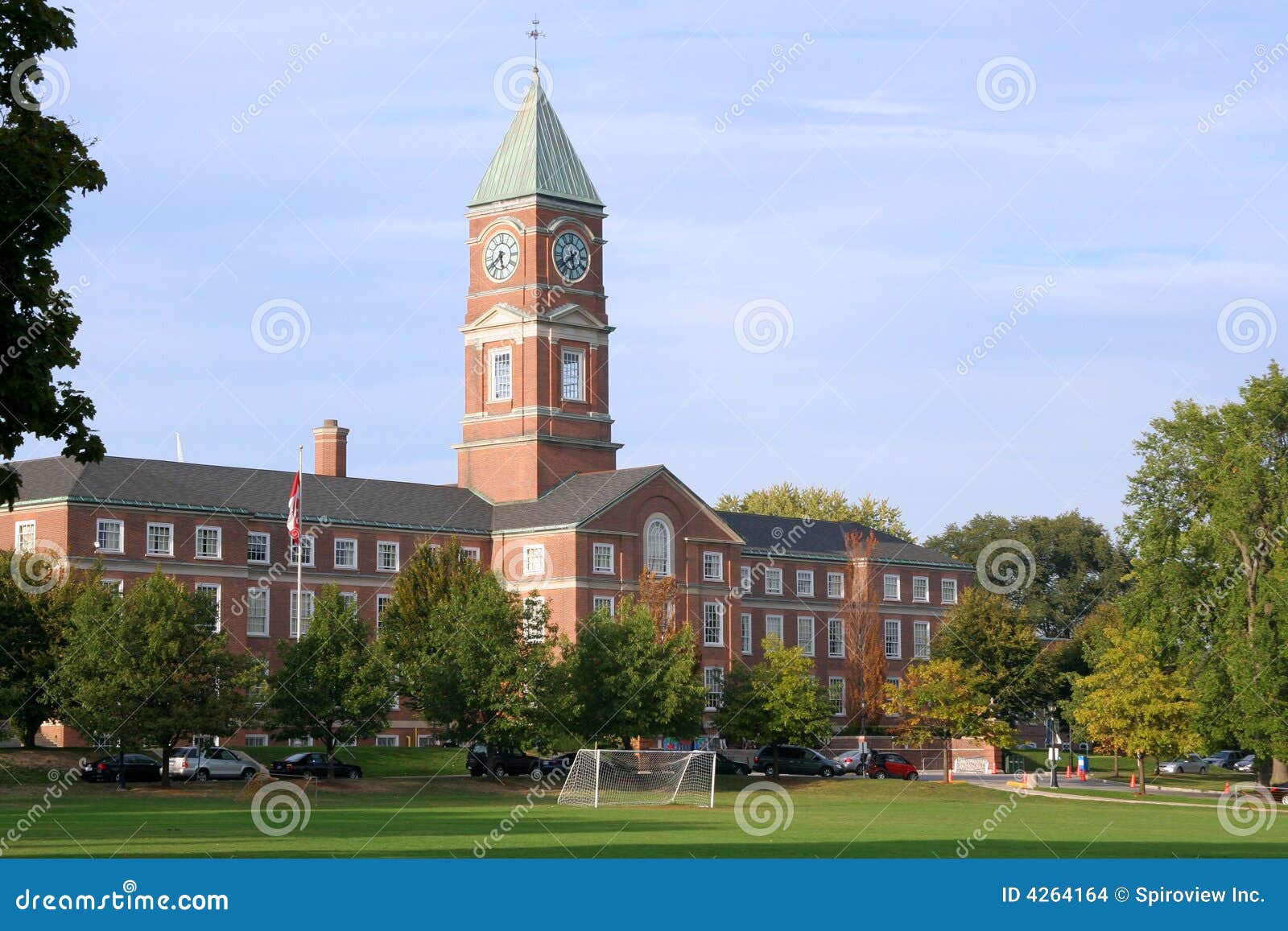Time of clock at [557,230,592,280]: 5:38
